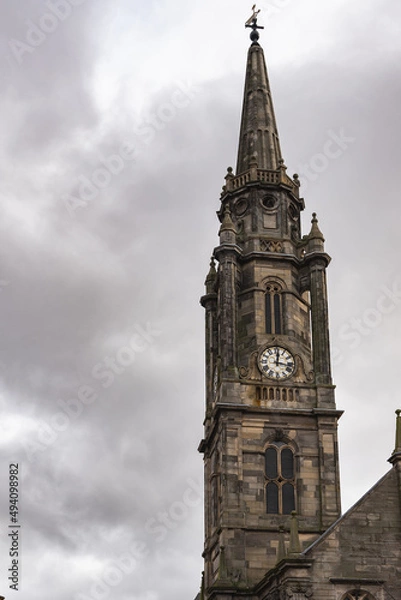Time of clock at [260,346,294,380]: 12:16
